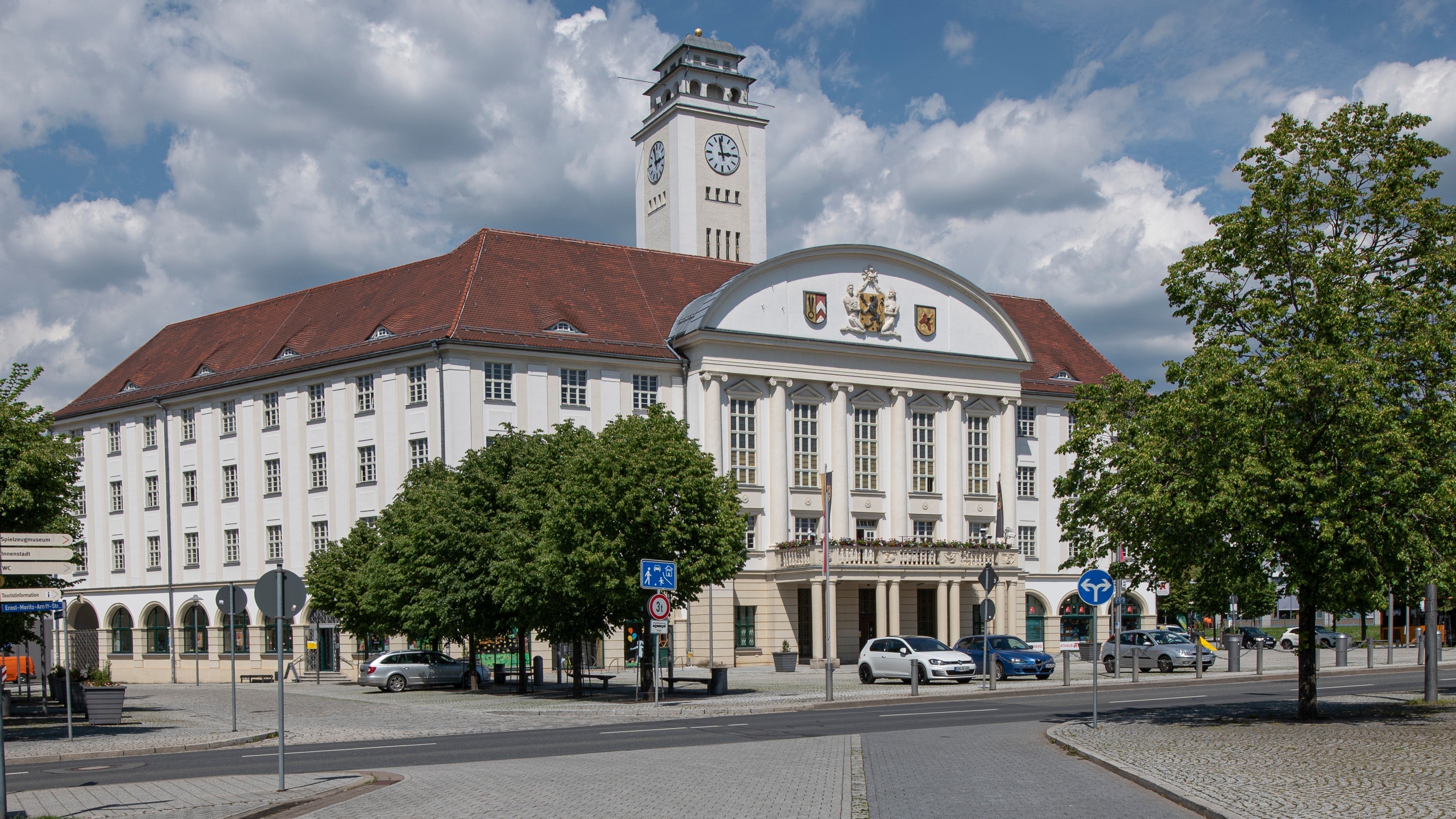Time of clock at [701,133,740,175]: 2:58
